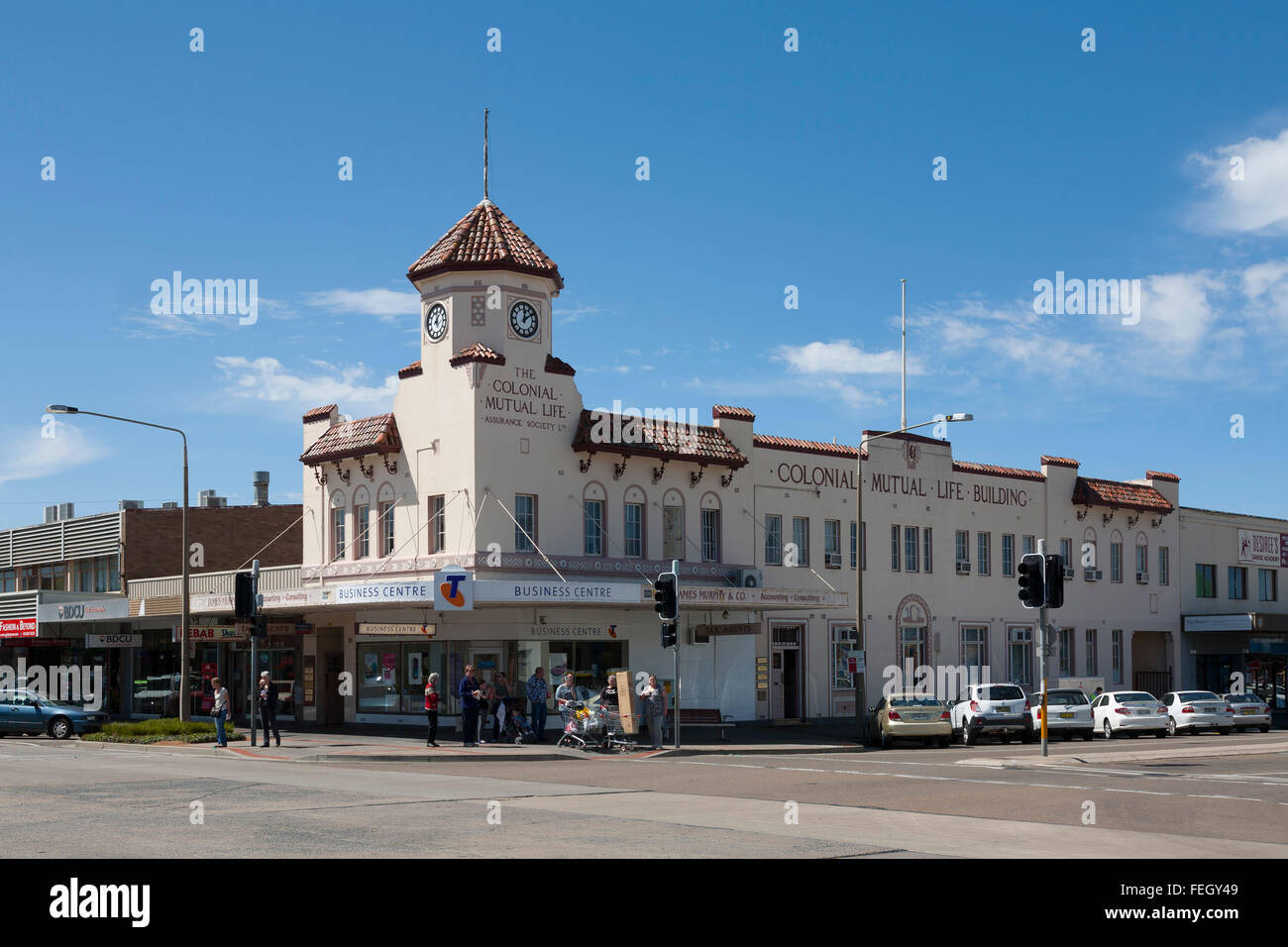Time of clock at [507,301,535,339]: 12:09
